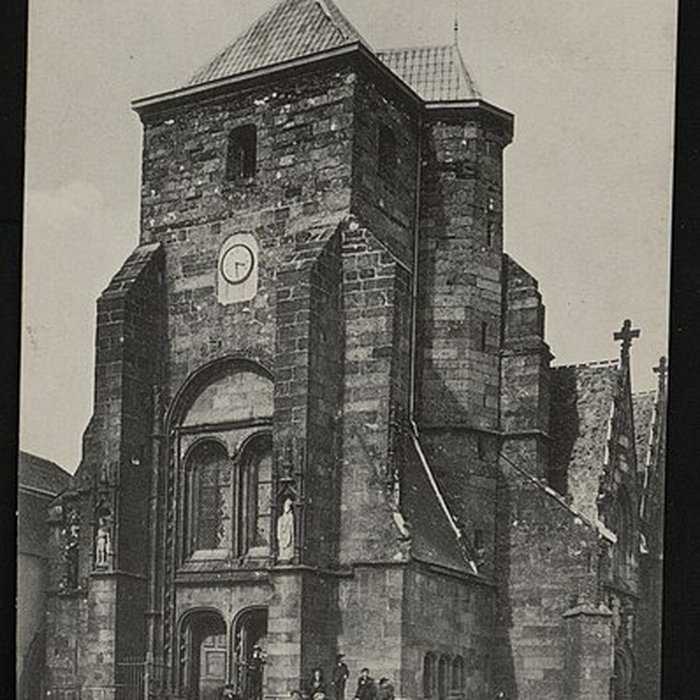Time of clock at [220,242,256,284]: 3:28
